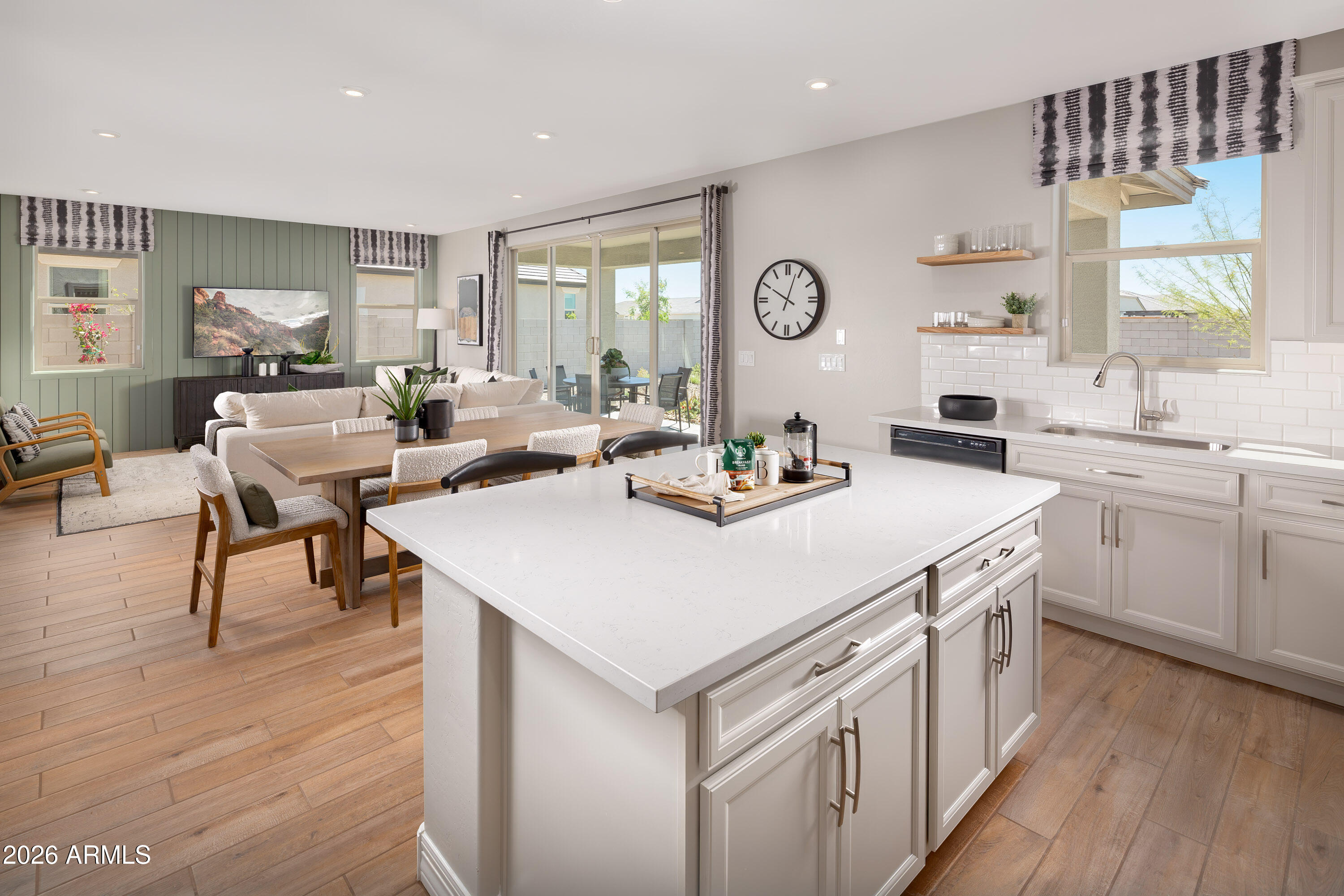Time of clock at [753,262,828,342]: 10:03
